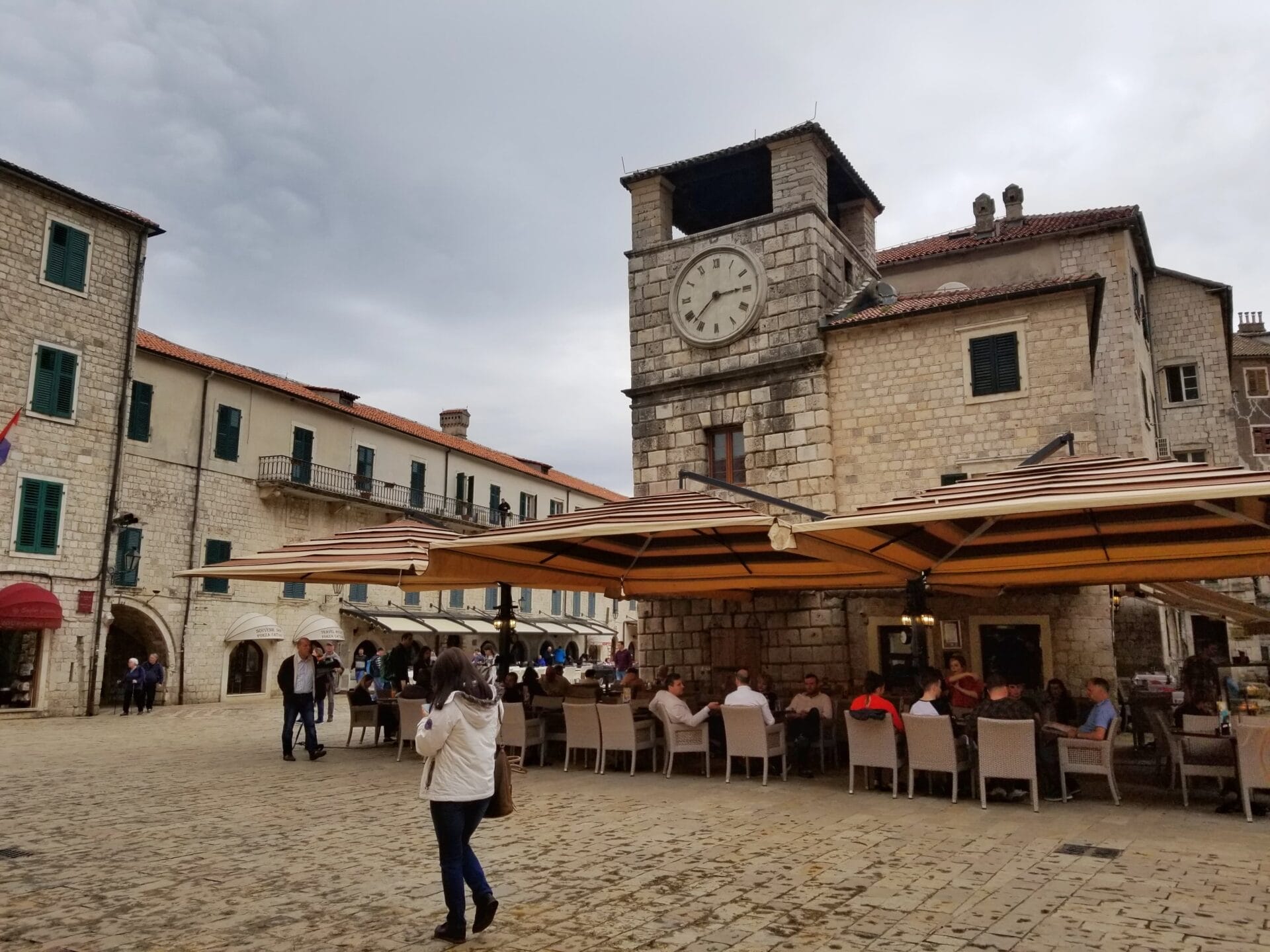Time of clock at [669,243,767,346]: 2:37
